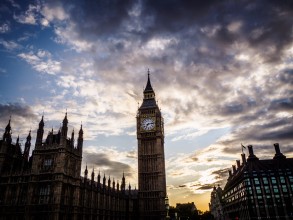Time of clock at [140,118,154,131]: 7:13
